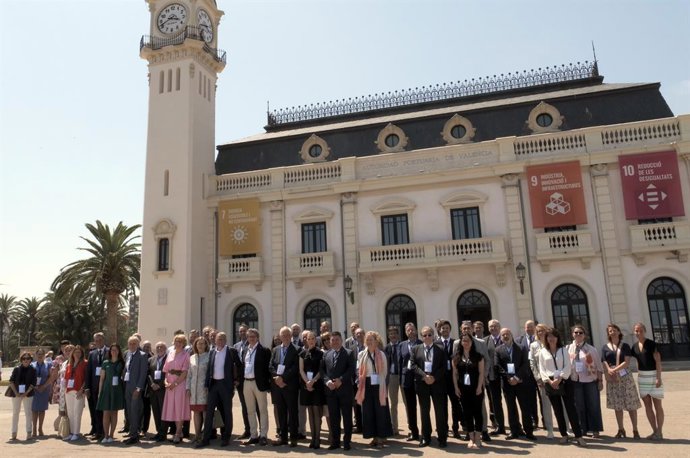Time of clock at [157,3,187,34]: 3:41
